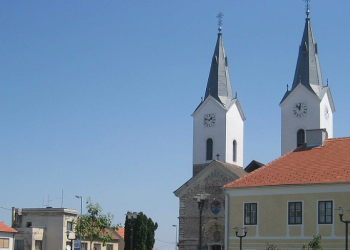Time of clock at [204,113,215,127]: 1:47
